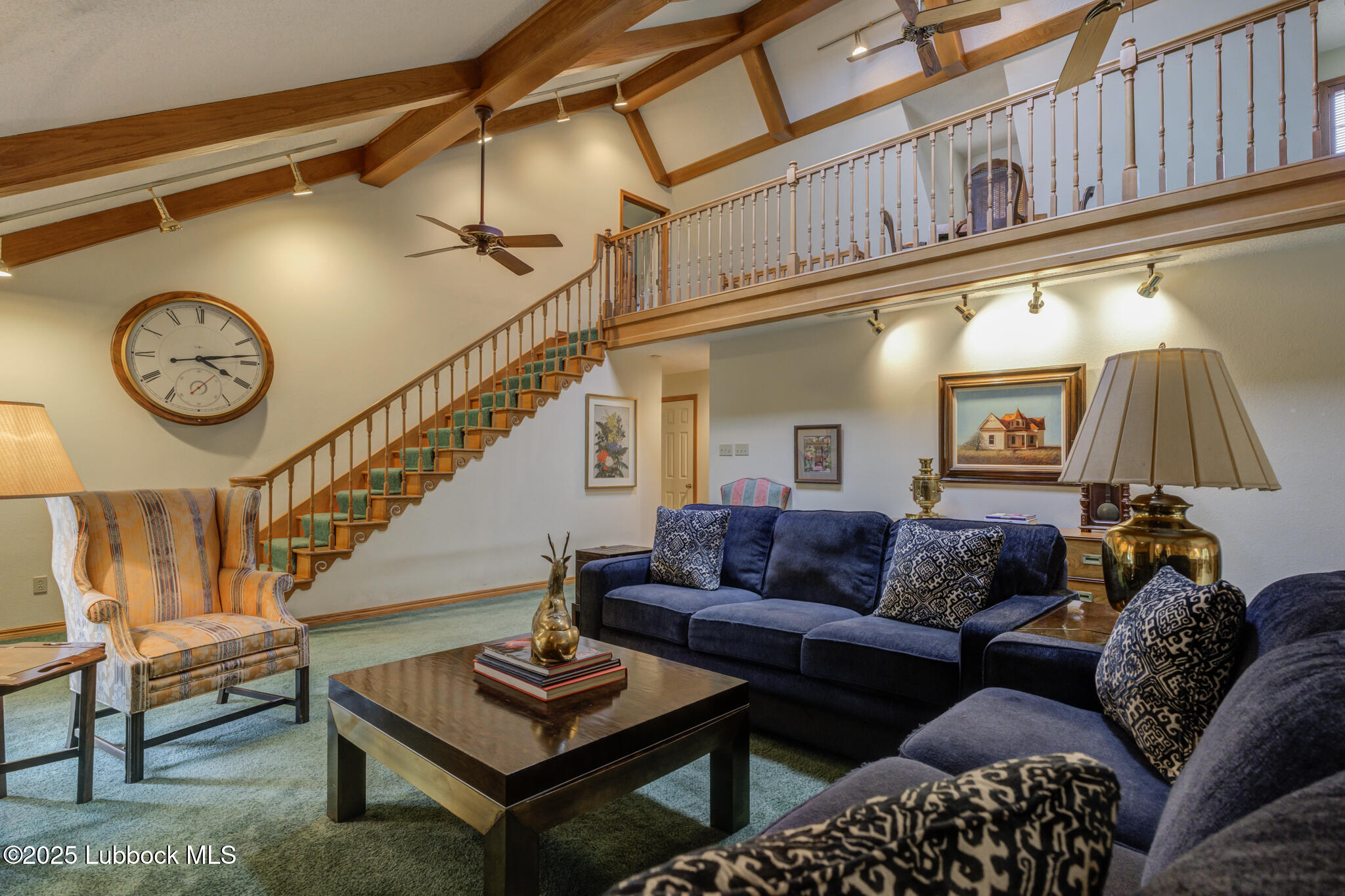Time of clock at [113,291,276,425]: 4:13
